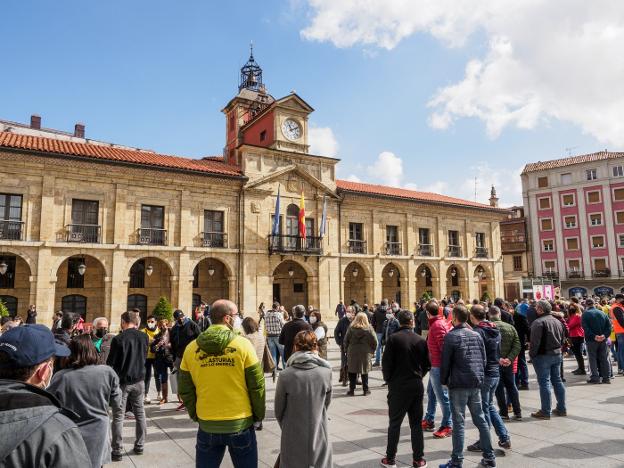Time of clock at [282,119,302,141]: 11:10
